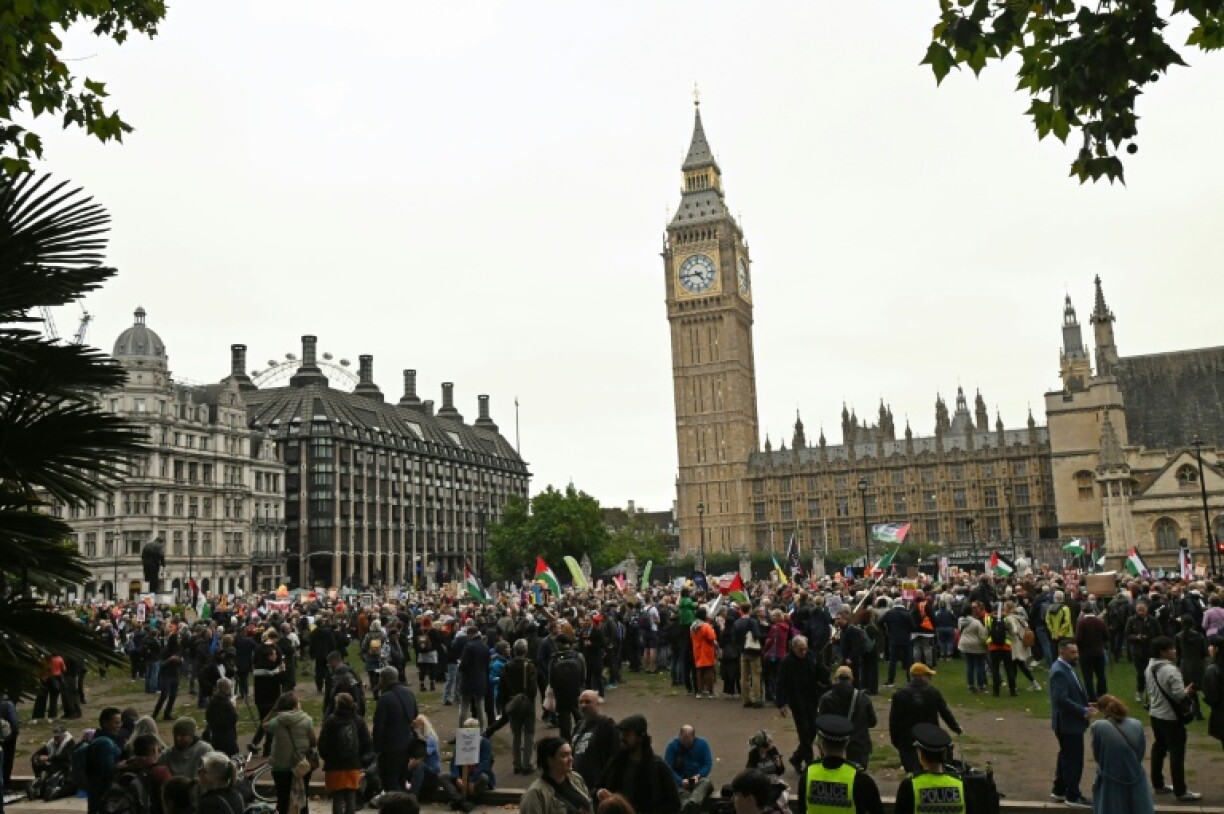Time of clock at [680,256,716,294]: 4:44
